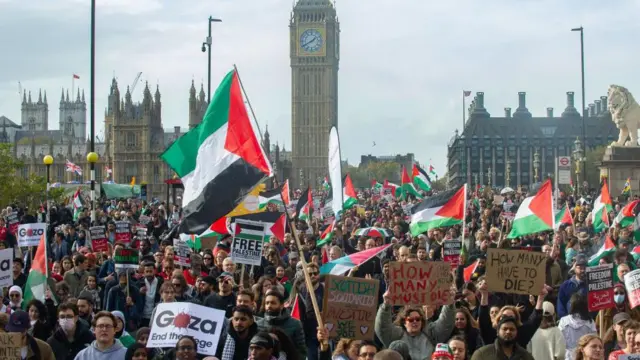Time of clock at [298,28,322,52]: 1:40
